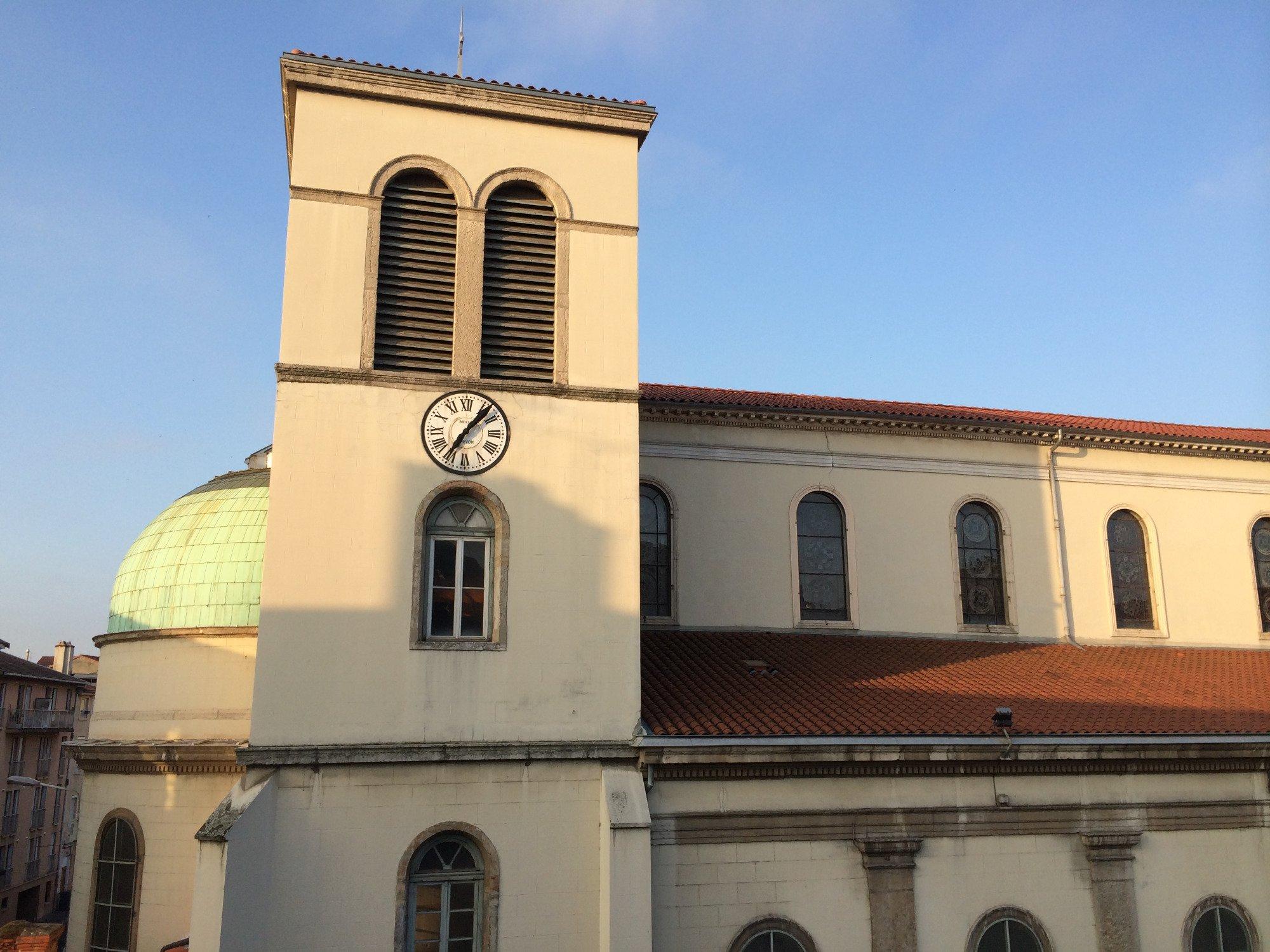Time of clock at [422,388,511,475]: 7:07
